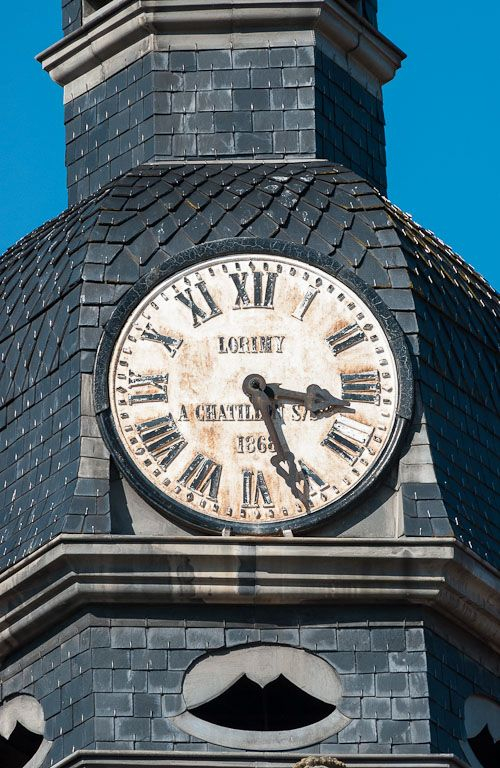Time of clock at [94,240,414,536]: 3:26
